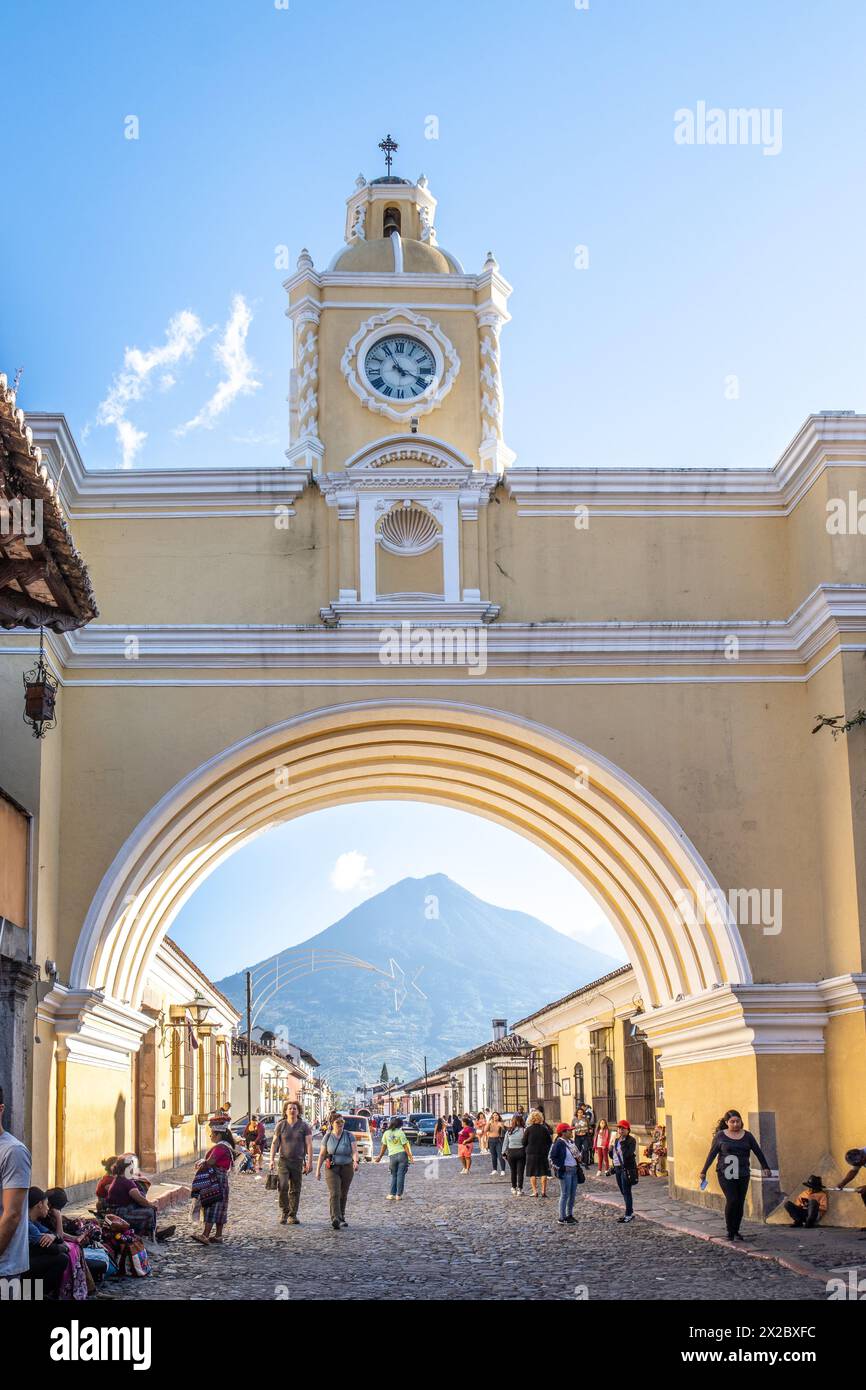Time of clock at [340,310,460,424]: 3:56
